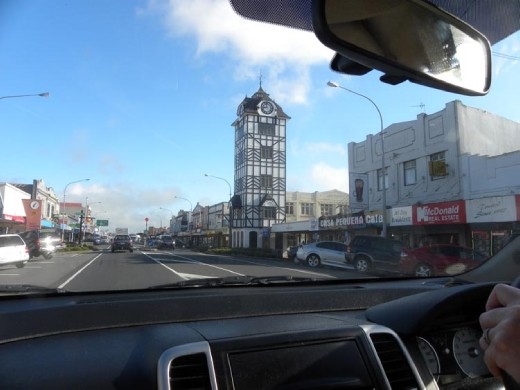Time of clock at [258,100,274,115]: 8:58
